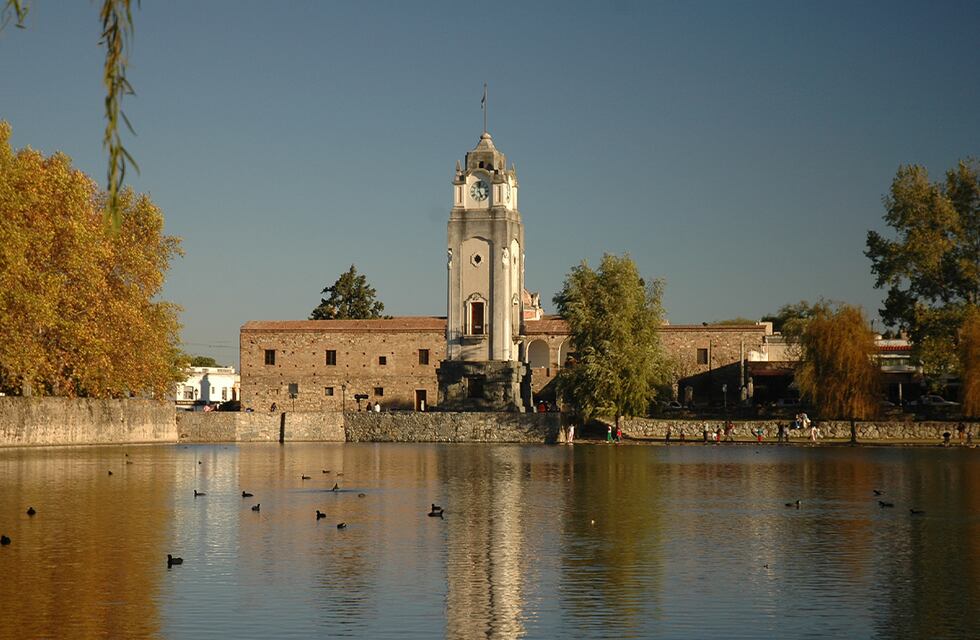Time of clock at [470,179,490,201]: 4:59
